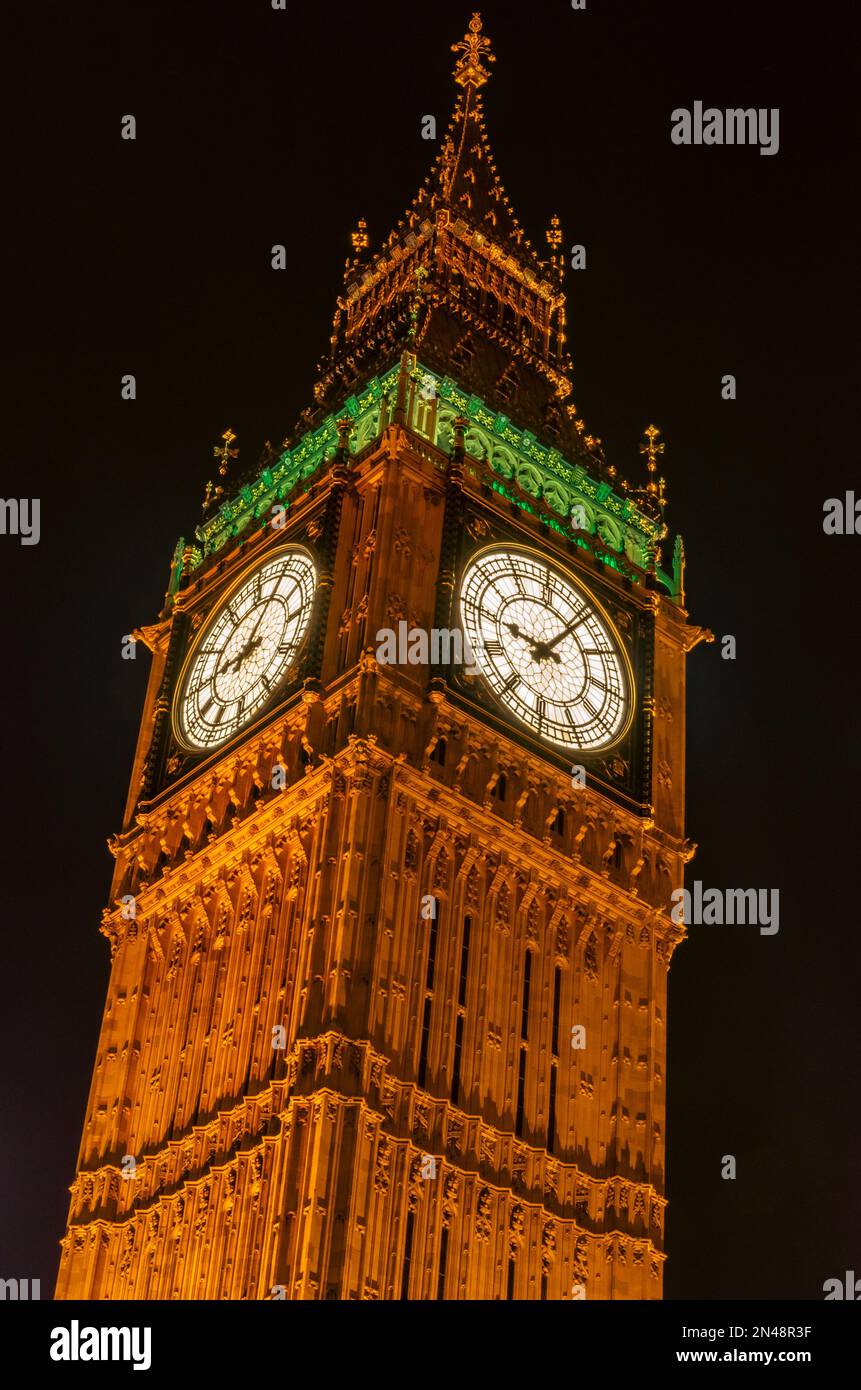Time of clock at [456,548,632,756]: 9:07
